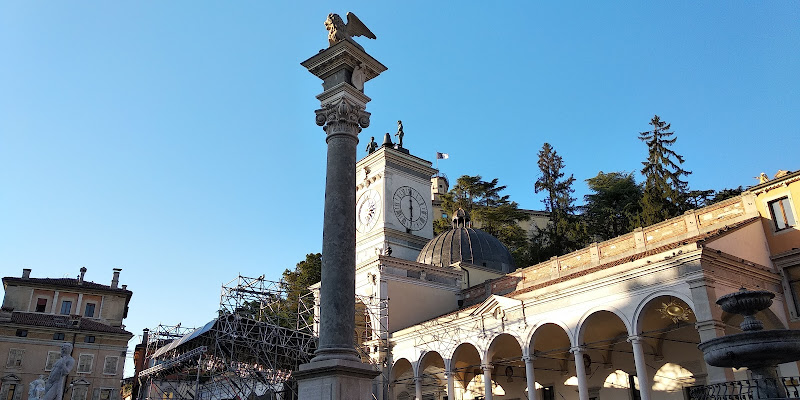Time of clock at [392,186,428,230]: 5:59
